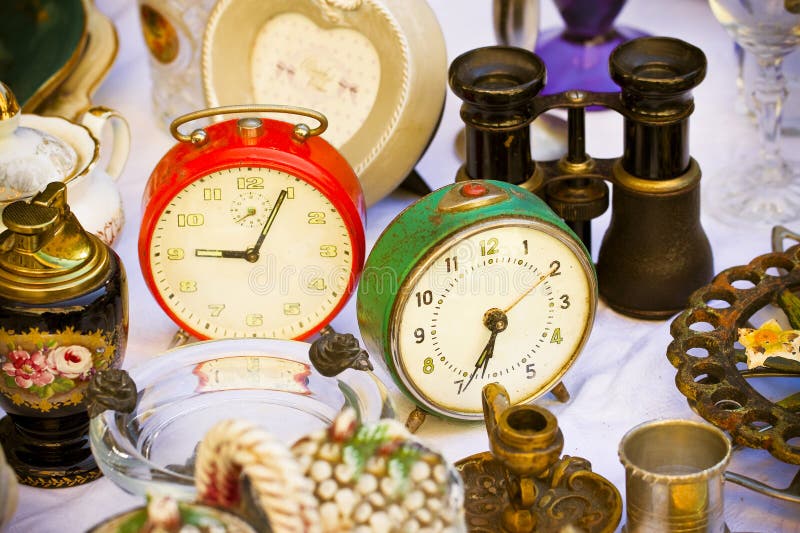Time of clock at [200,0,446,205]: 9:04
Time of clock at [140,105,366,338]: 9:04
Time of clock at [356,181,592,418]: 6:34
